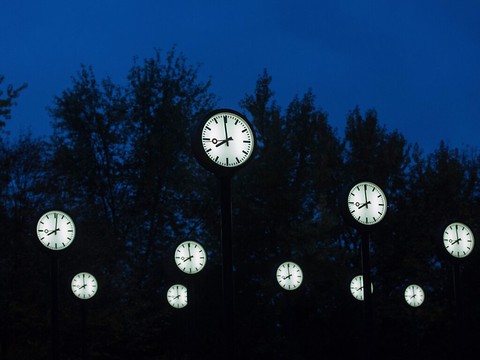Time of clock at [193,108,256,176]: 7:59
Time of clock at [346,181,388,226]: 7:59
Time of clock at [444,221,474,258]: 7:59
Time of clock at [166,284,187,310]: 7:59
